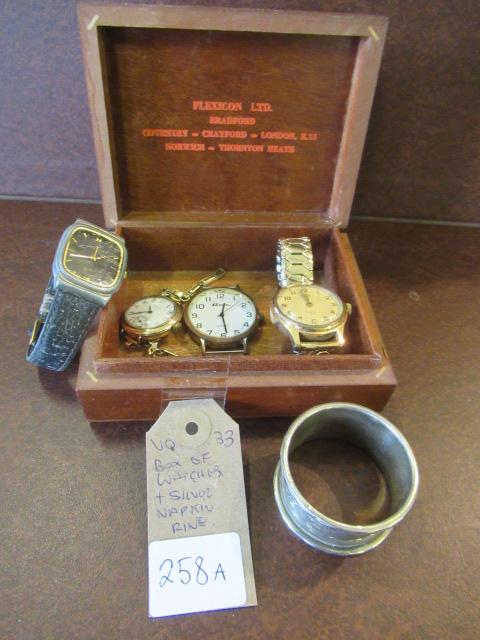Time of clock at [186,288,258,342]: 12:28
